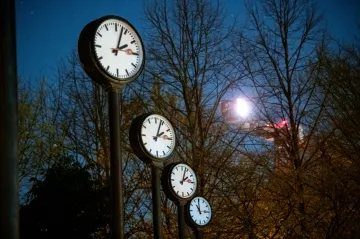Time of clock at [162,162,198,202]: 2:03
